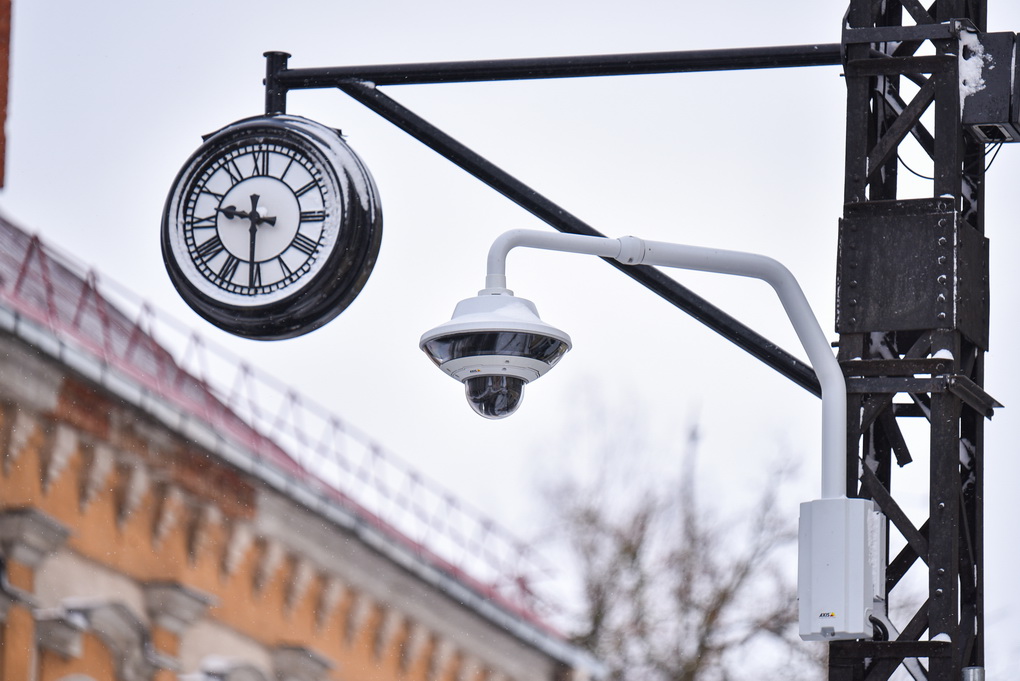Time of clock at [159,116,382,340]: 9:30
